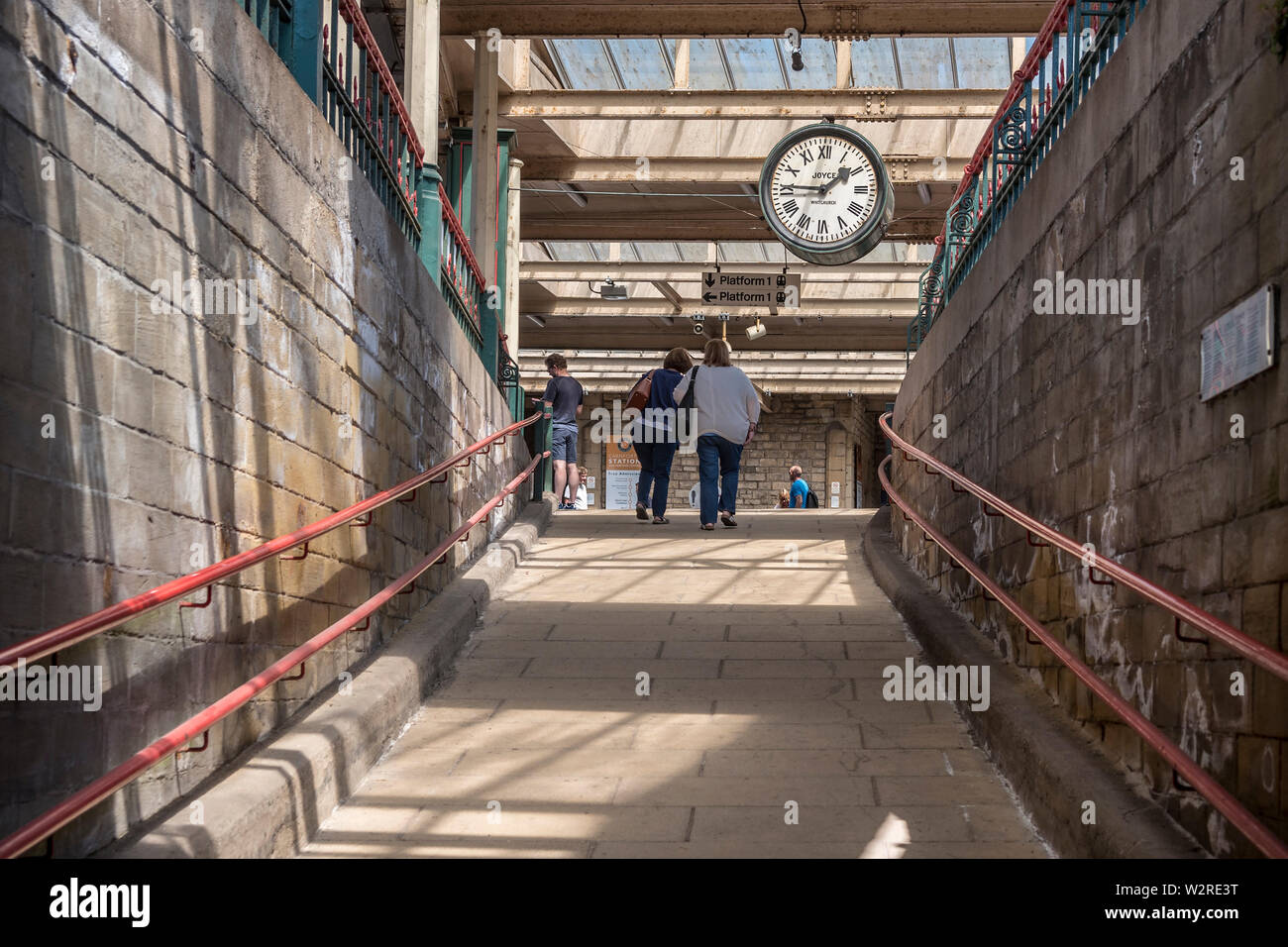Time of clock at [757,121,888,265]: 1:45
